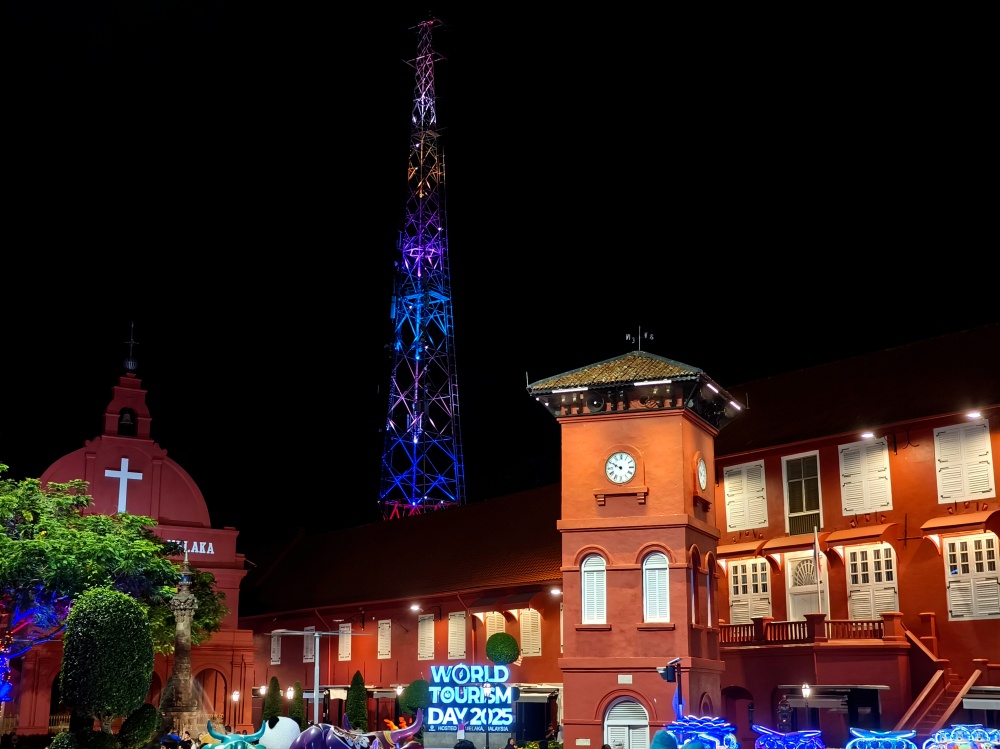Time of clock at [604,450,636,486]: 9:49
